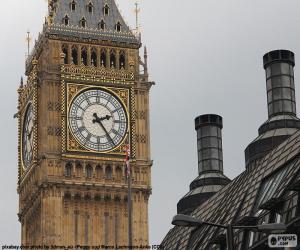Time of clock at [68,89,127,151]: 2:23
